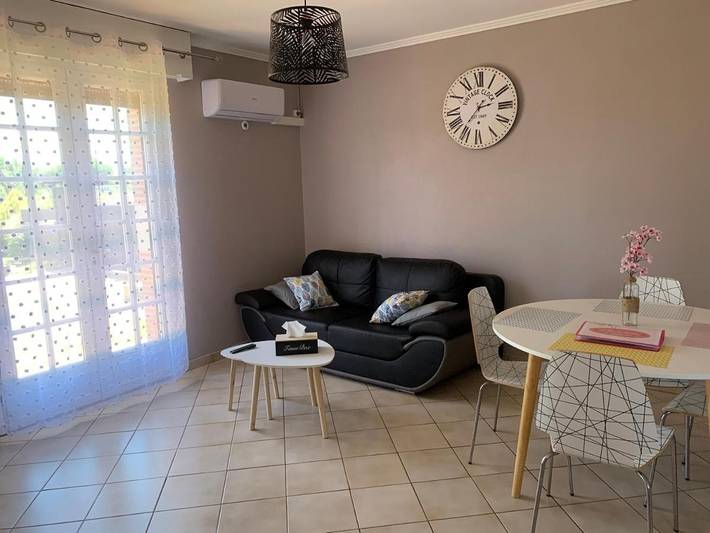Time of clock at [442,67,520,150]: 2:36
